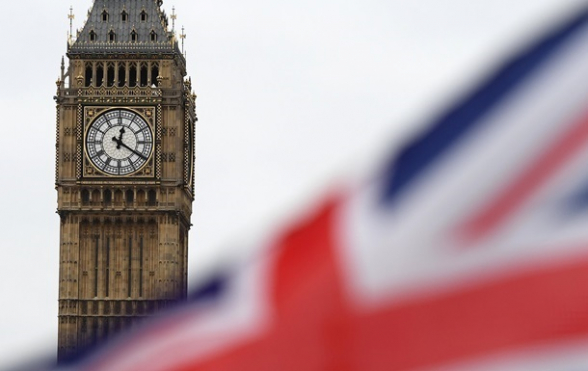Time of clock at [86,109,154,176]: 12:20
